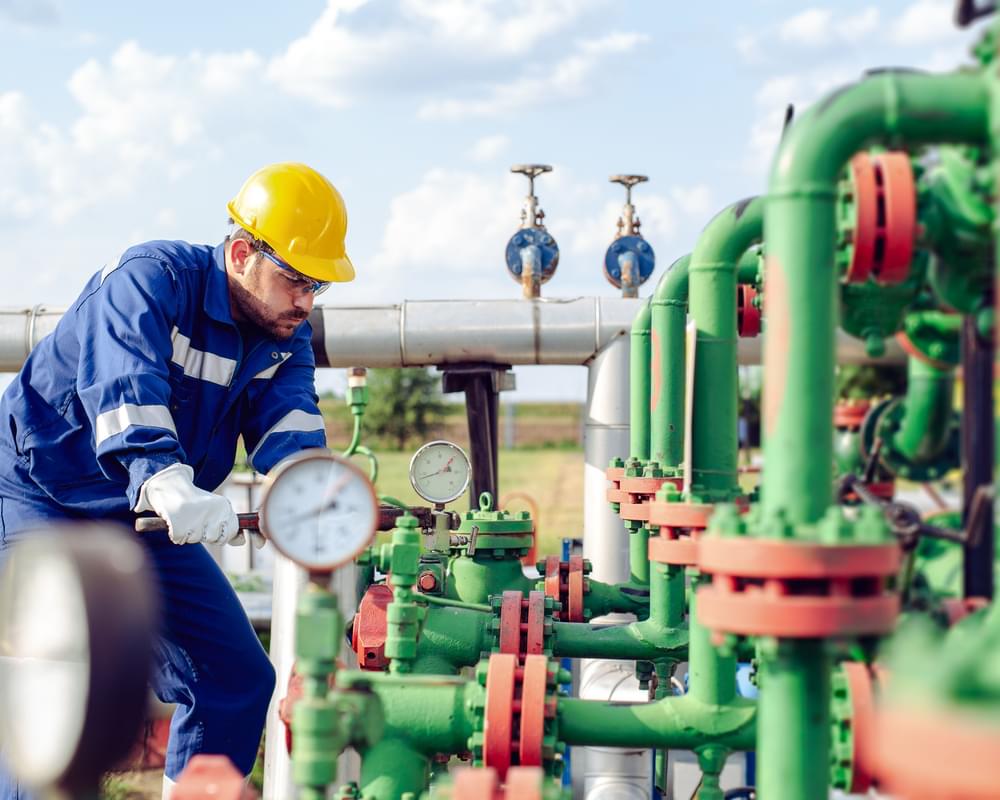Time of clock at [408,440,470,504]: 1:42
